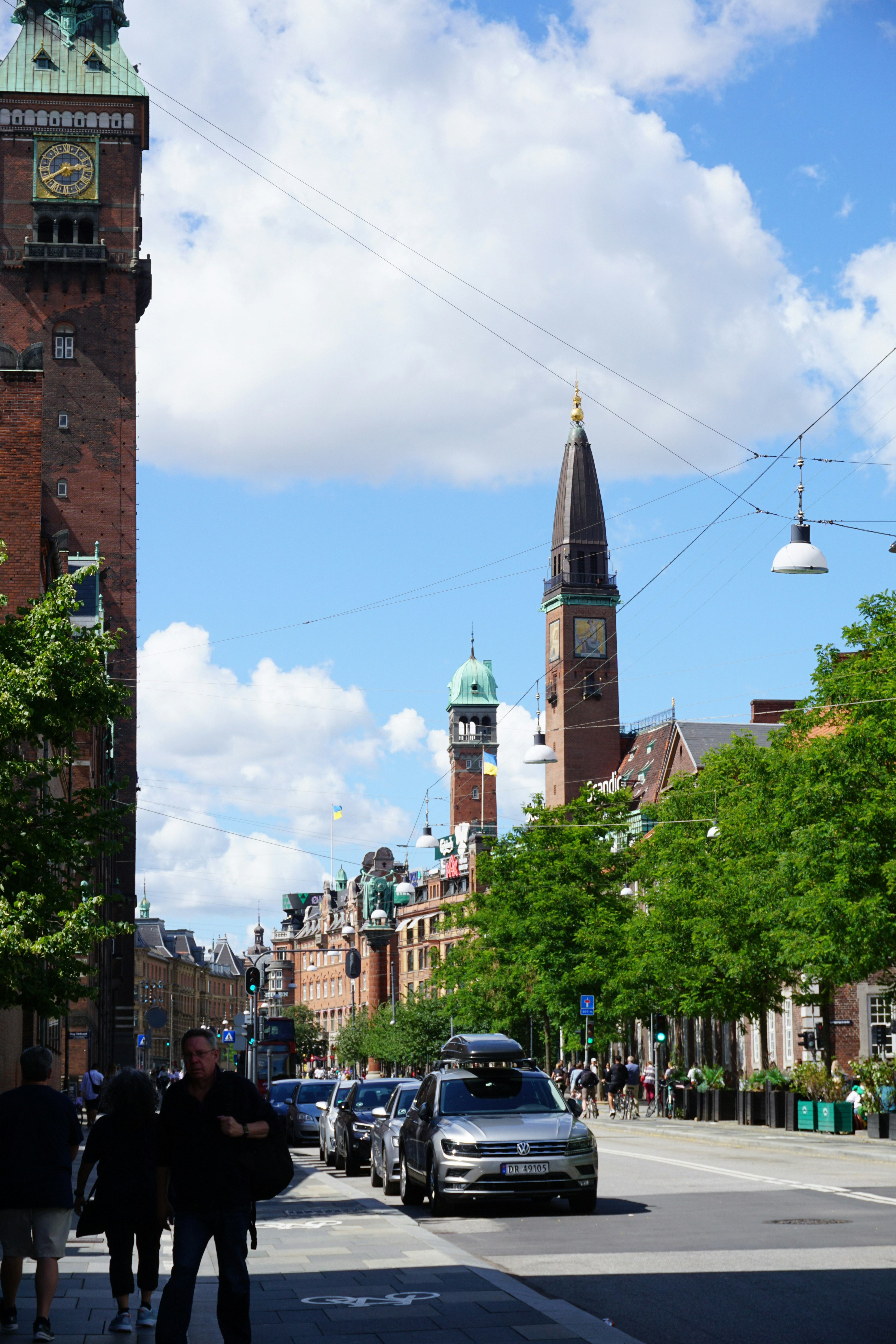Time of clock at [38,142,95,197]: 2:40
